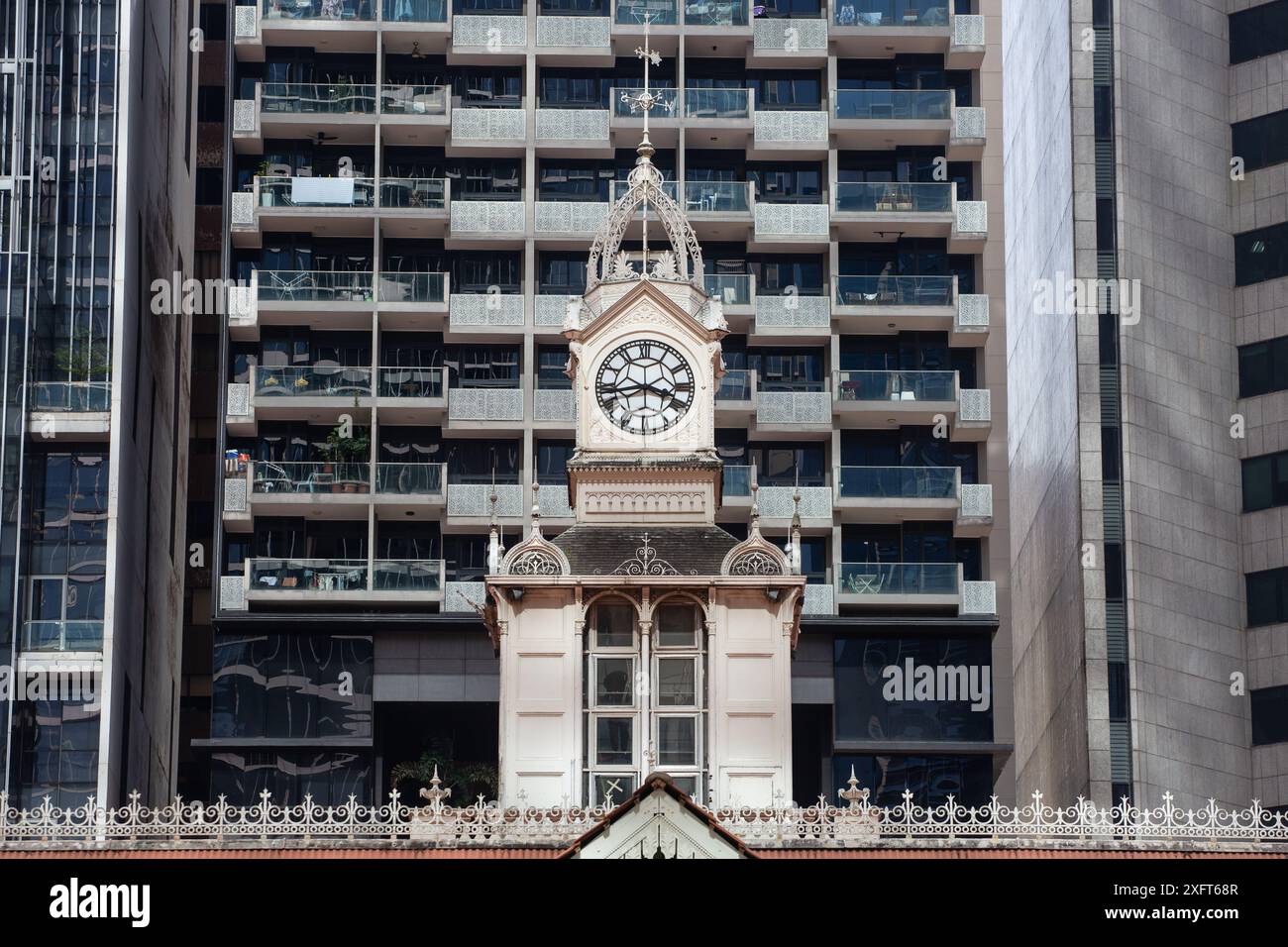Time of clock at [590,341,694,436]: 3:42
